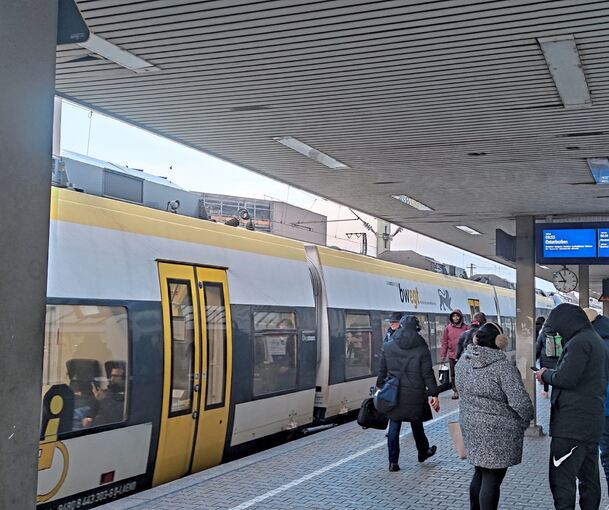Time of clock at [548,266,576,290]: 8:54
